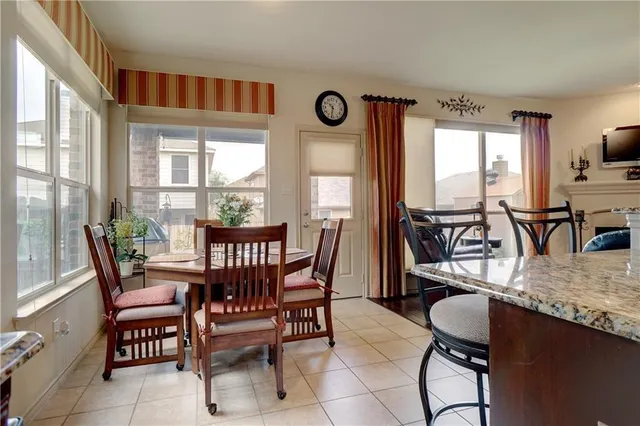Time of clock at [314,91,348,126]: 10:32
